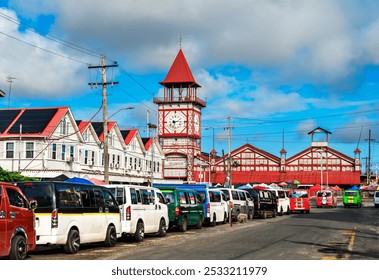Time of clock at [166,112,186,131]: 2:32
